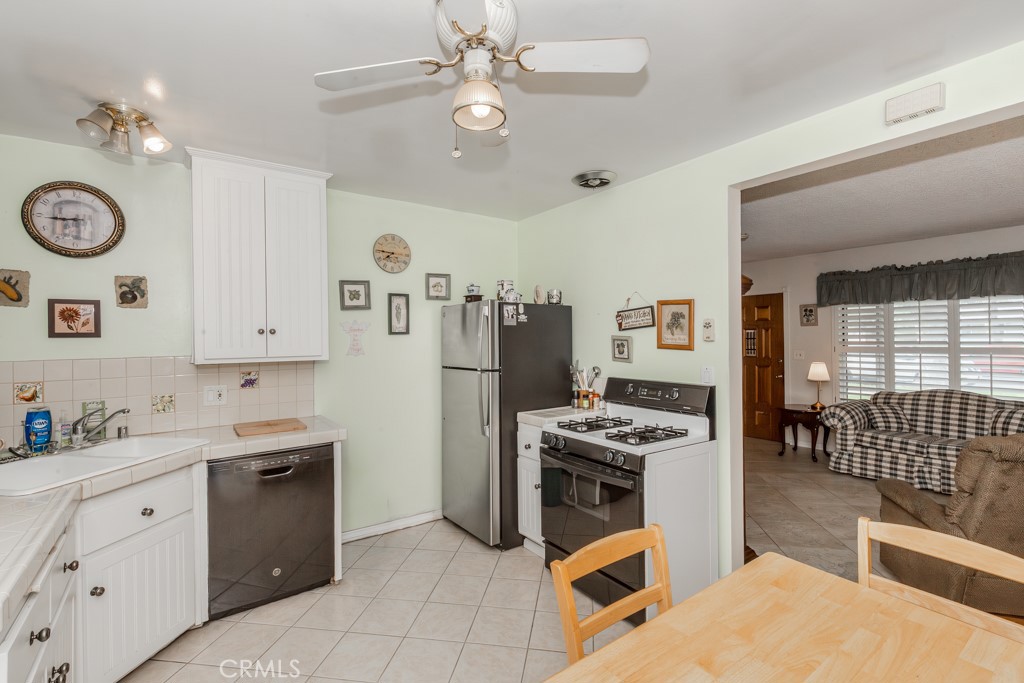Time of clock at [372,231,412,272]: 7:45
